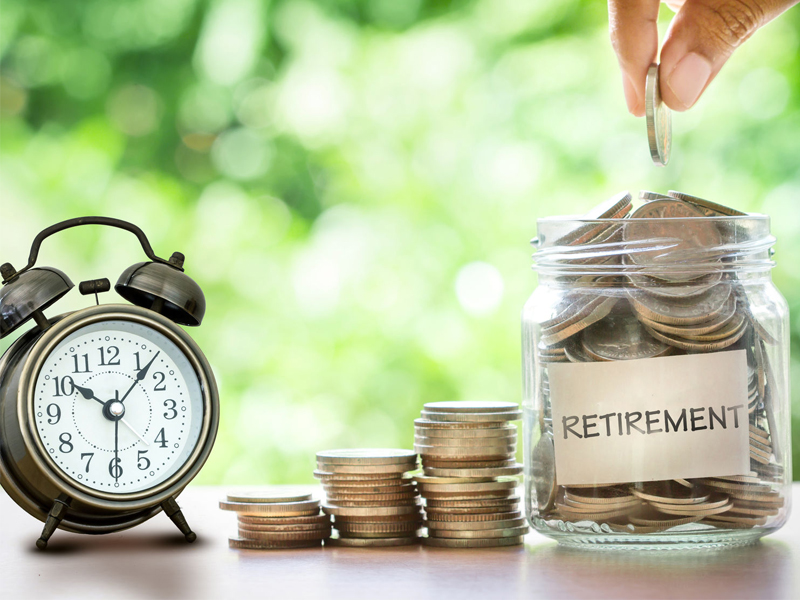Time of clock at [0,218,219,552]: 10:07
